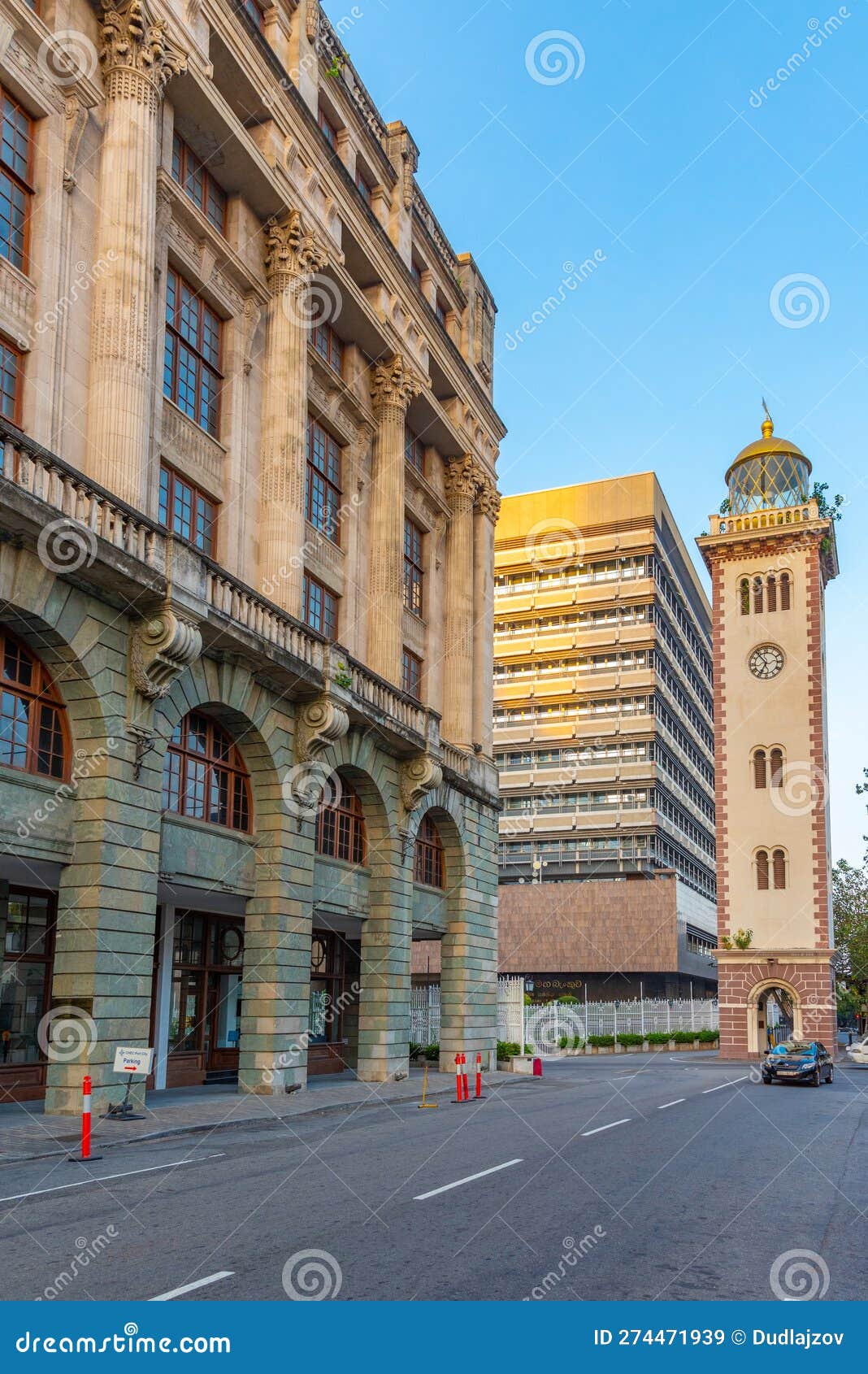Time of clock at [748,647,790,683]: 6:53
